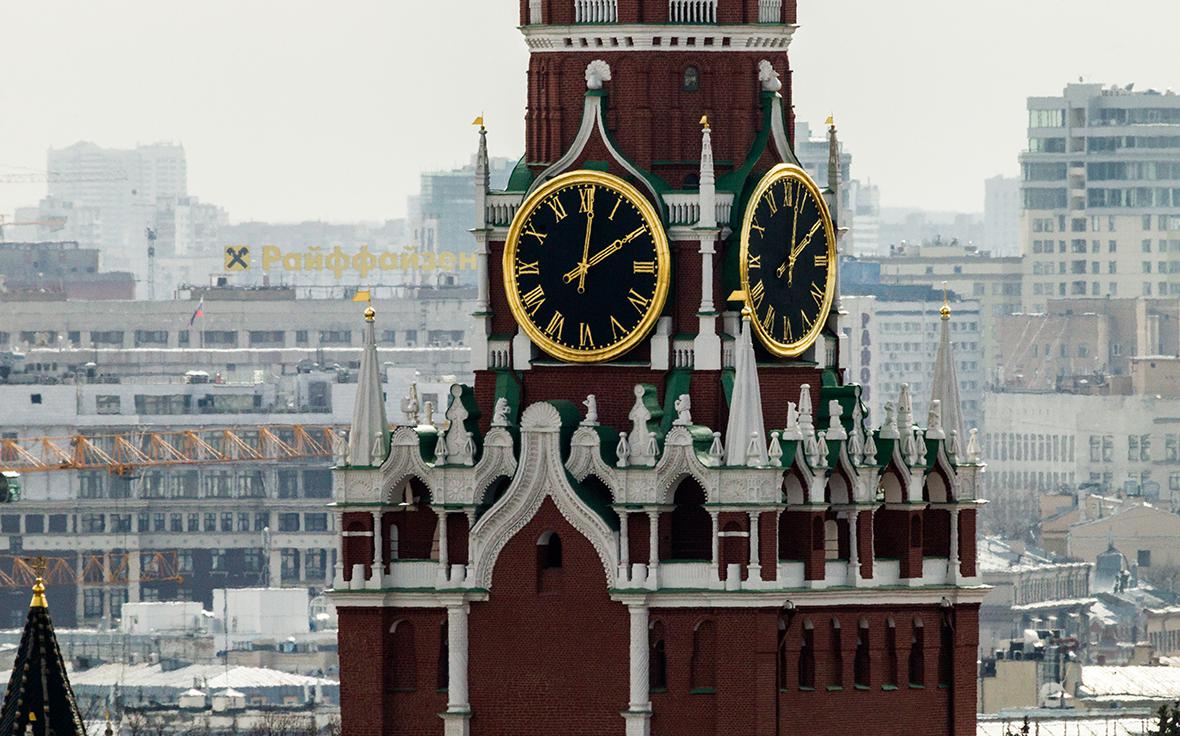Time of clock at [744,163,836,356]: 2:02
